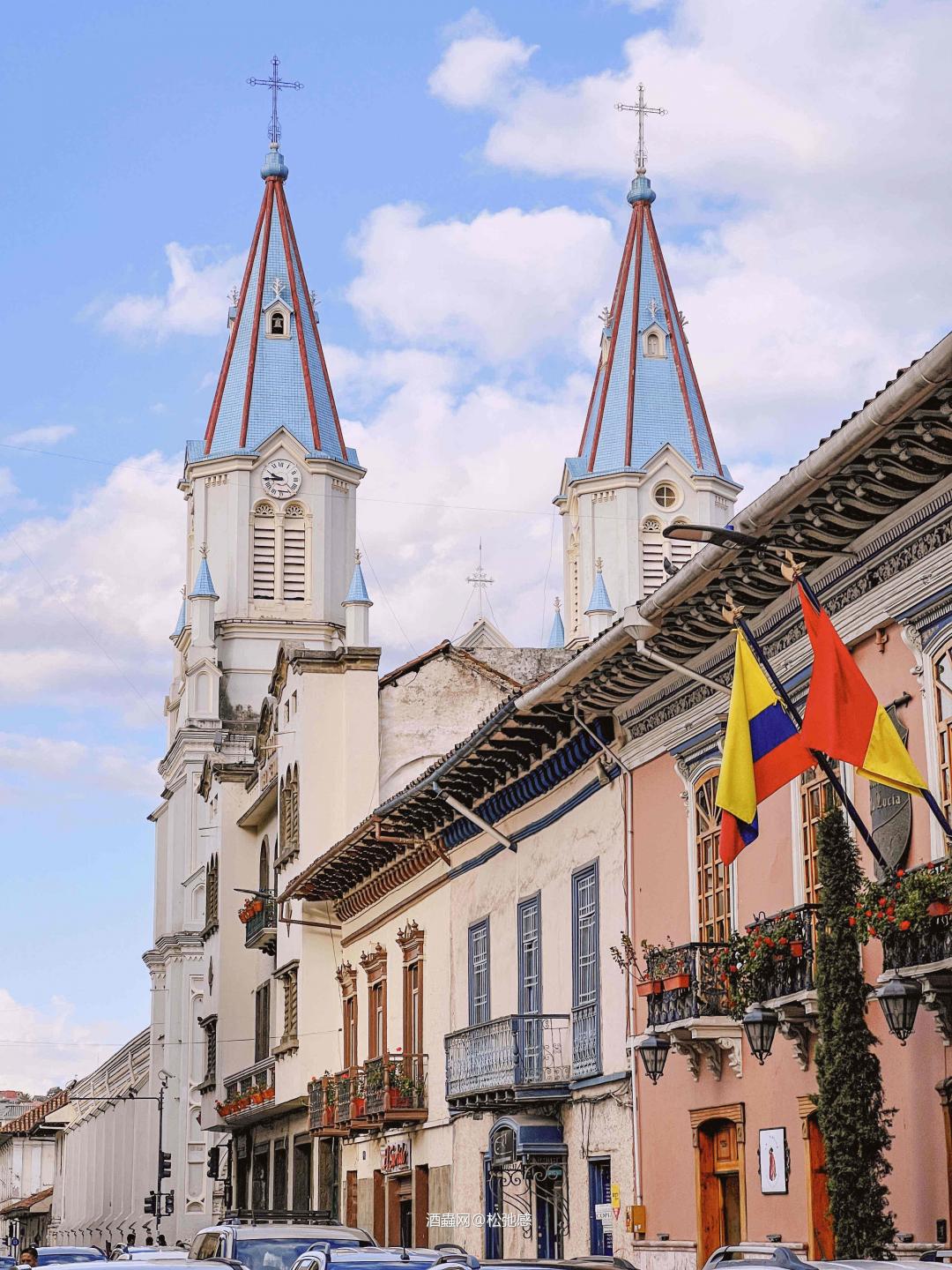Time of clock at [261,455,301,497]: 9:44
